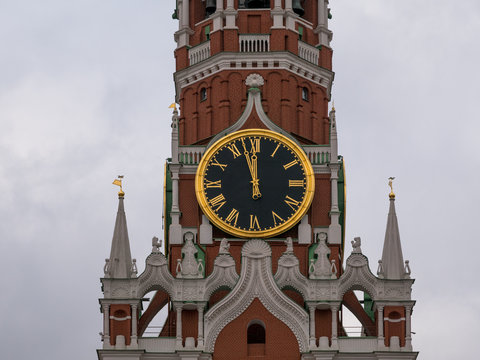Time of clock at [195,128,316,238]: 11:57
